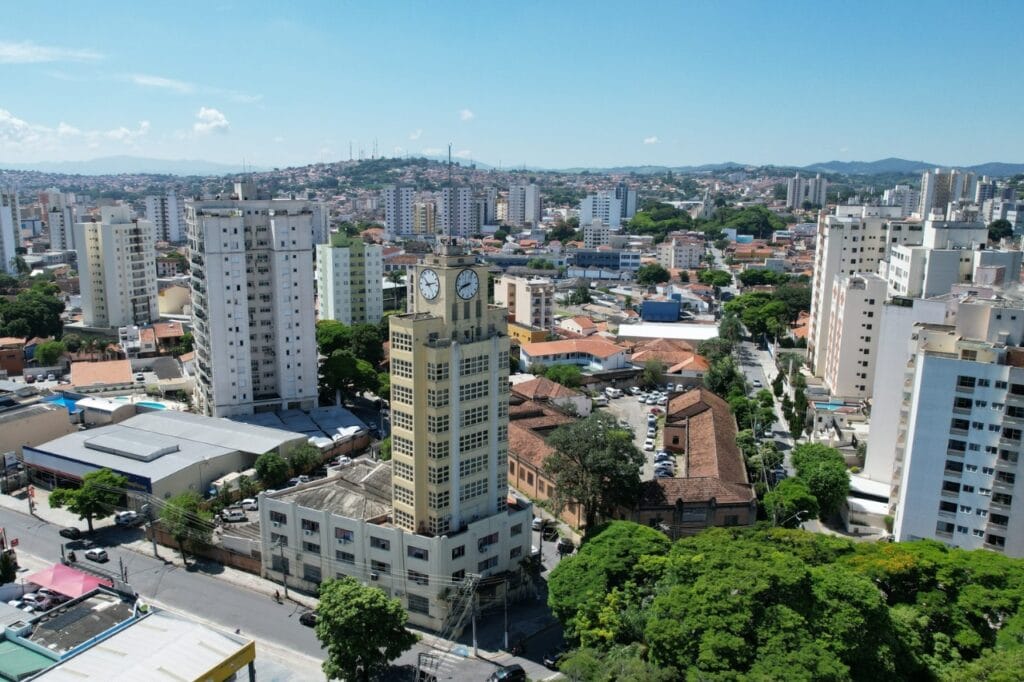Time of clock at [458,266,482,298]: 8:41
